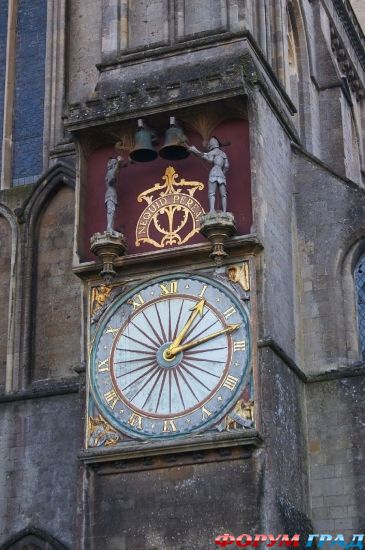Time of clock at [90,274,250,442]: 1:12
